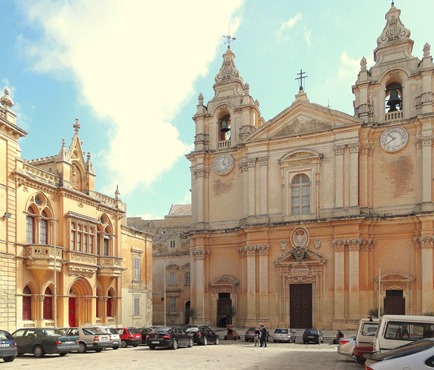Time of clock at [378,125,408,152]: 10:39
